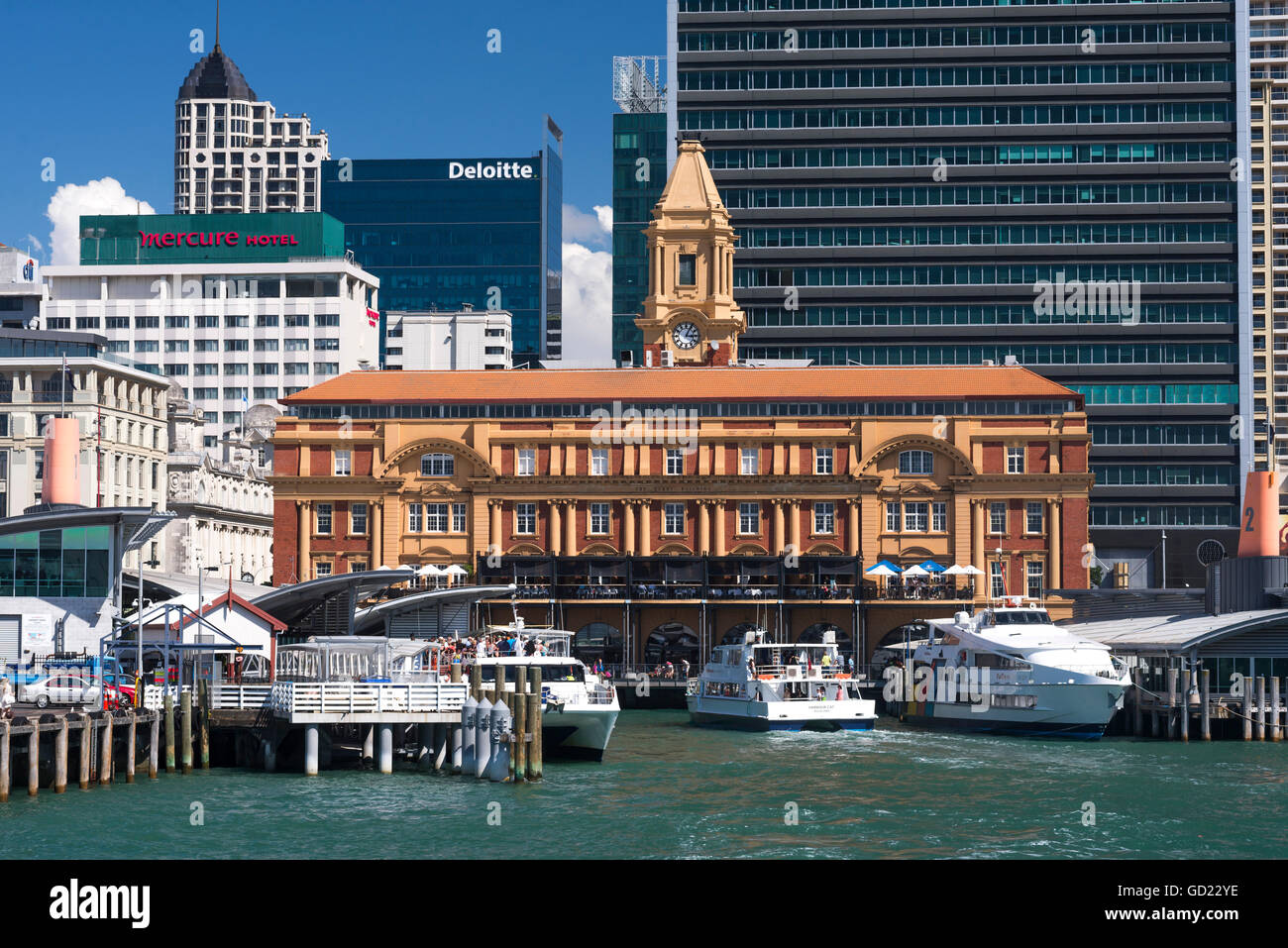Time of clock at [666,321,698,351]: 3:04
